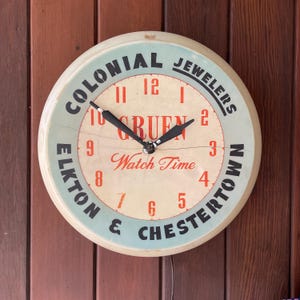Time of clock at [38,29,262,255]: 1:51
